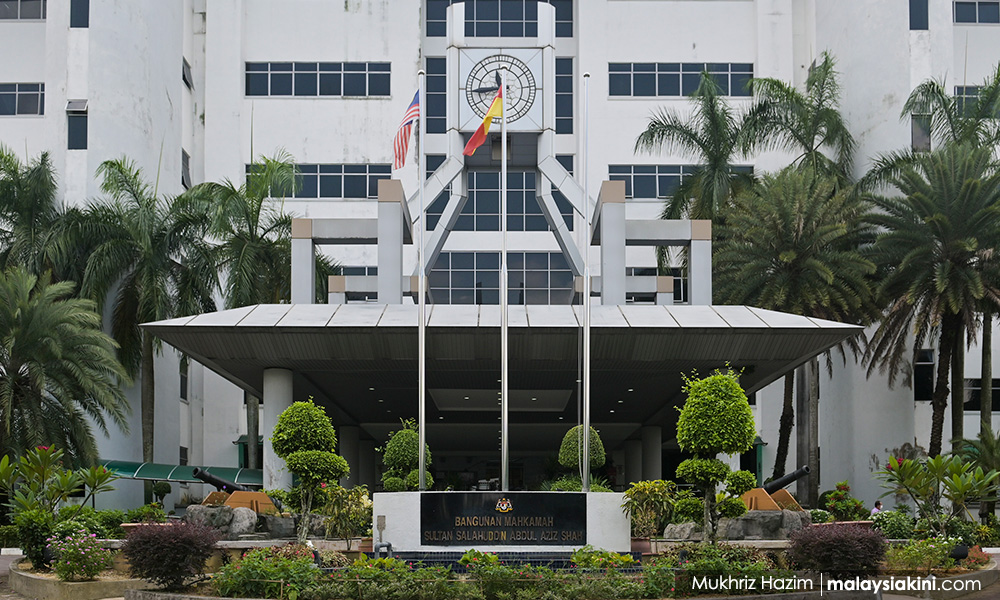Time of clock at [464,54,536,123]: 11:44
